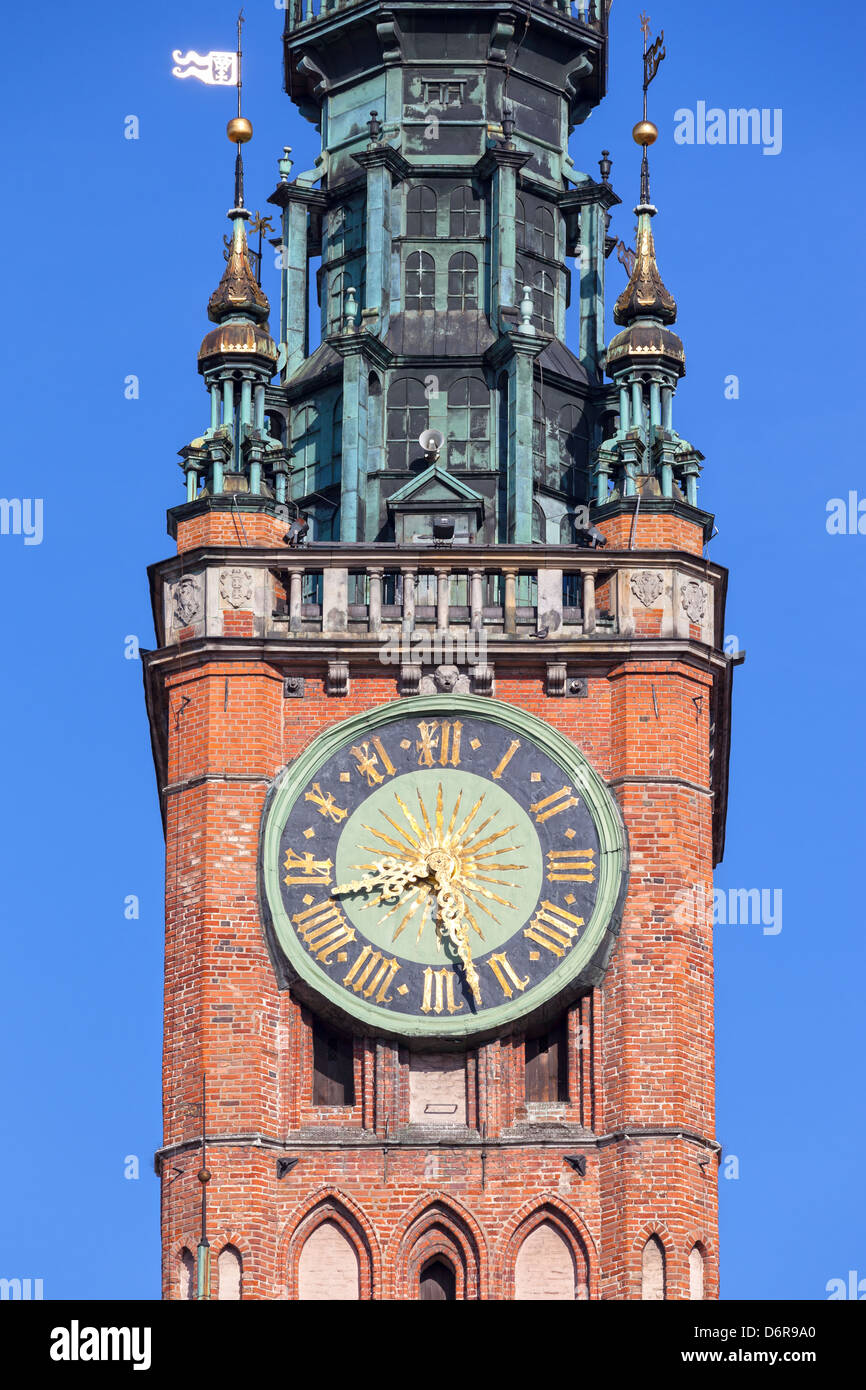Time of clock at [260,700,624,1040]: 8:27
